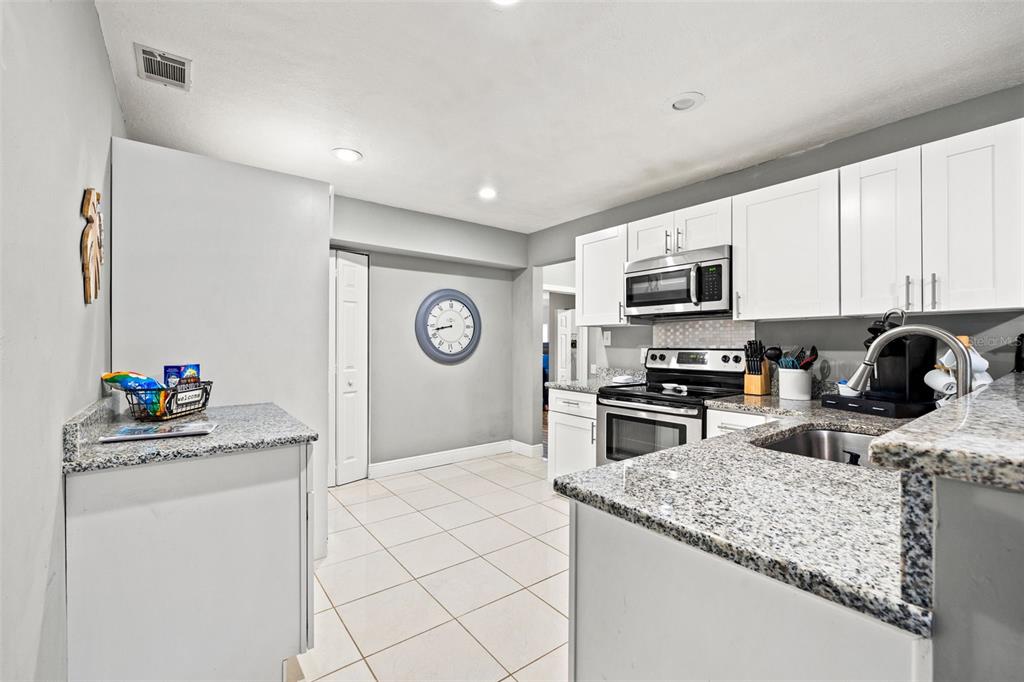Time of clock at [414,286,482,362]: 8:42
